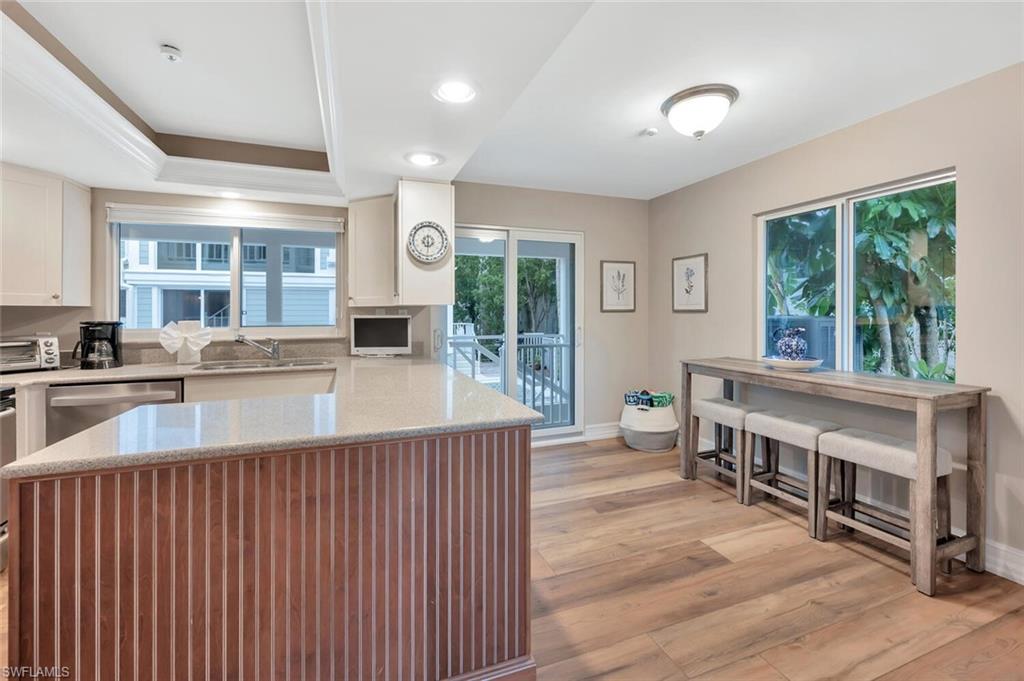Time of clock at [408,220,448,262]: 7:30
